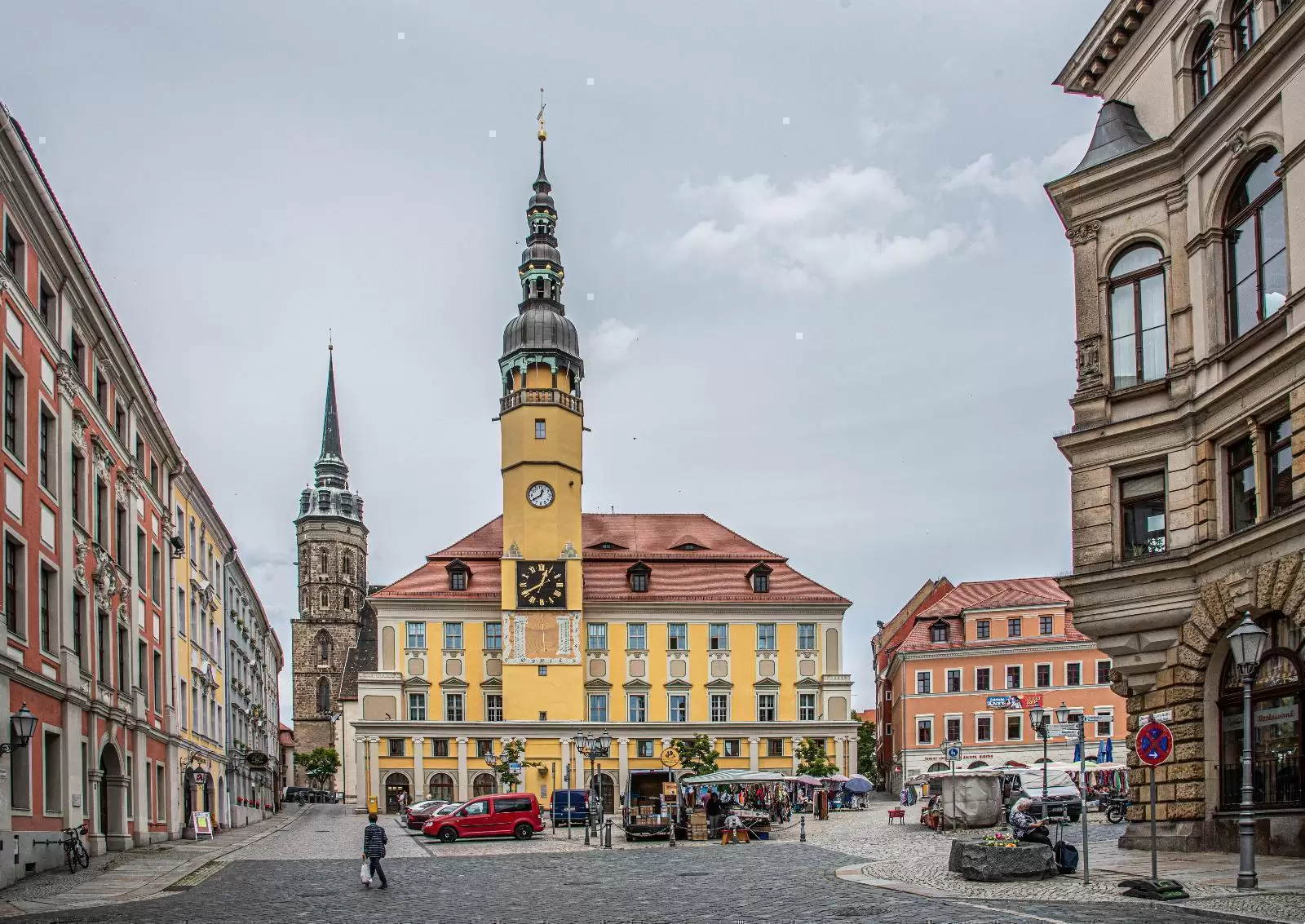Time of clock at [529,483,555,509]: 12:39
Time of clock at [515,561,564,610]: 12:40
